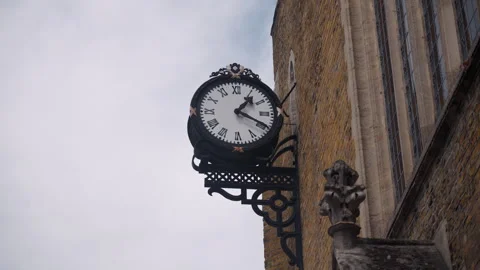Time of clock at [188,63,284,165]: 1:19
